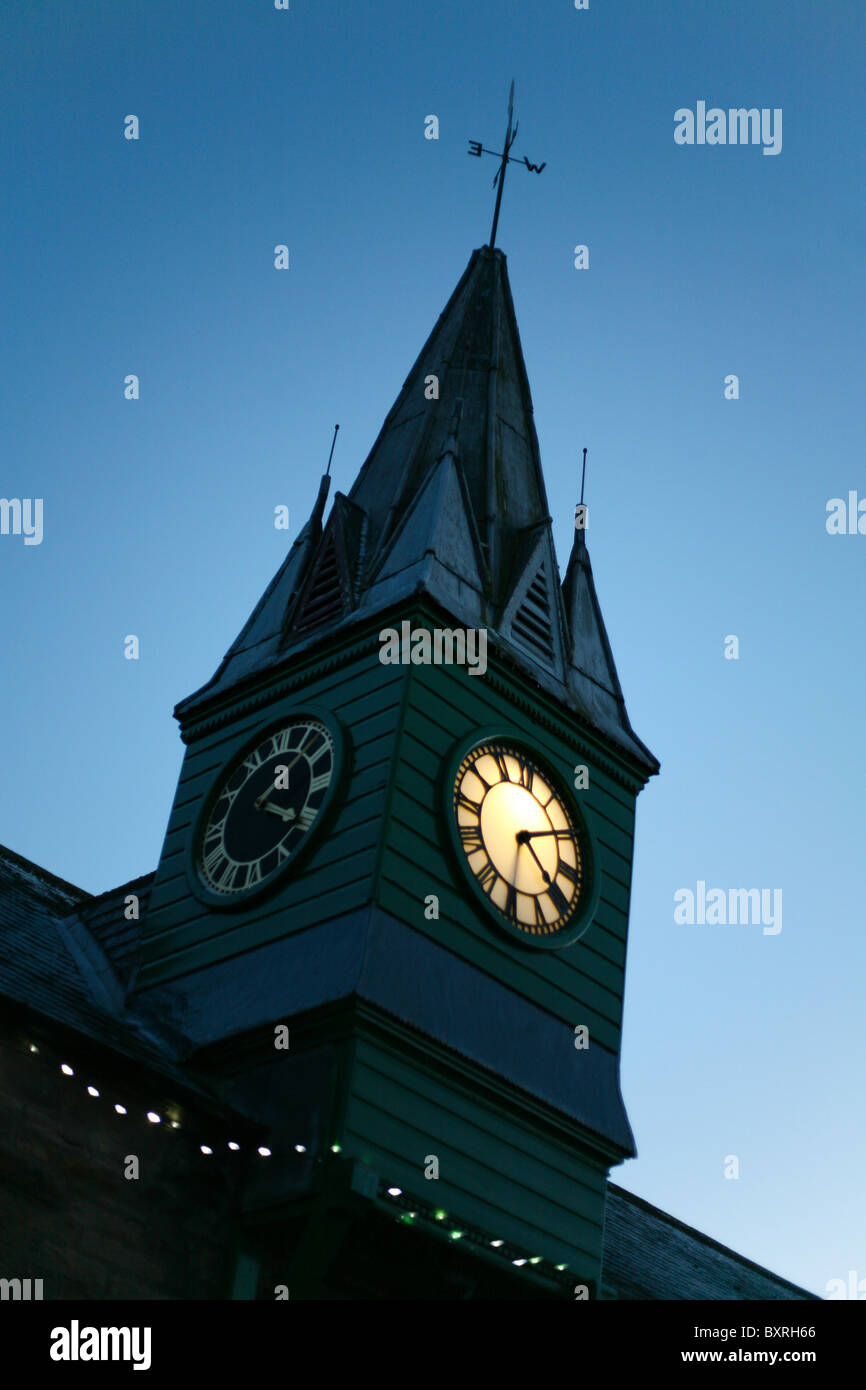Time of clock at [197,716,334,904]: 1:20
